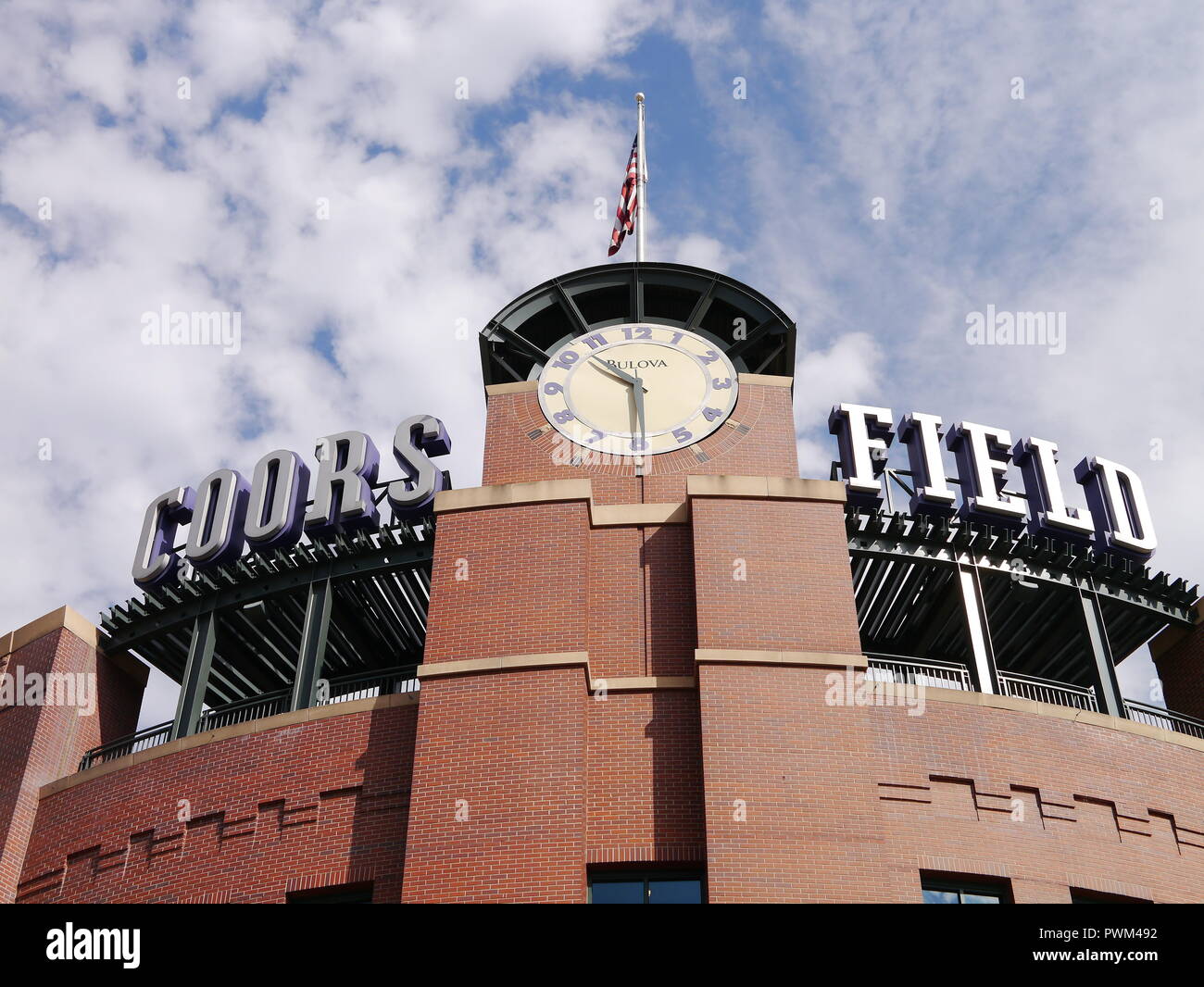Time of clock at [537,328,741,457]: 10:29
